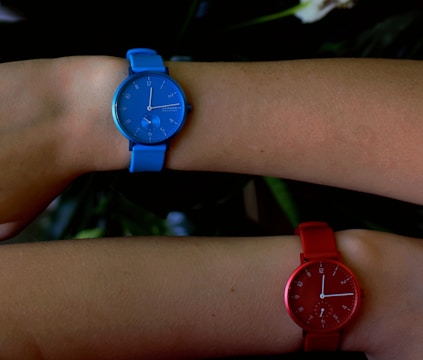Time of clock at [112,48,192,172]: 12:14
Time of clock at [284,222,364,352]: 12:14
